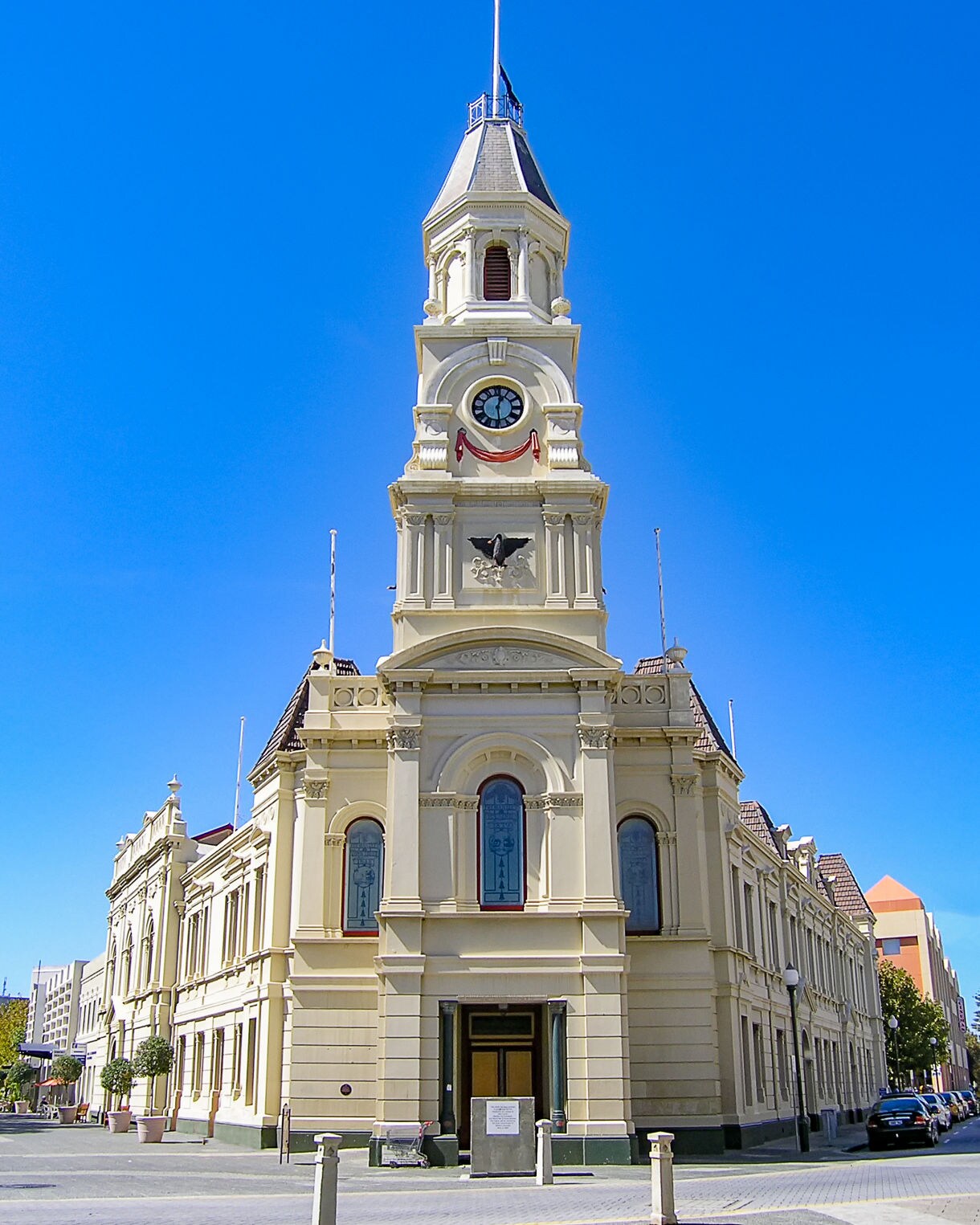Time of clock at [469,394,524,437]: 12:28
